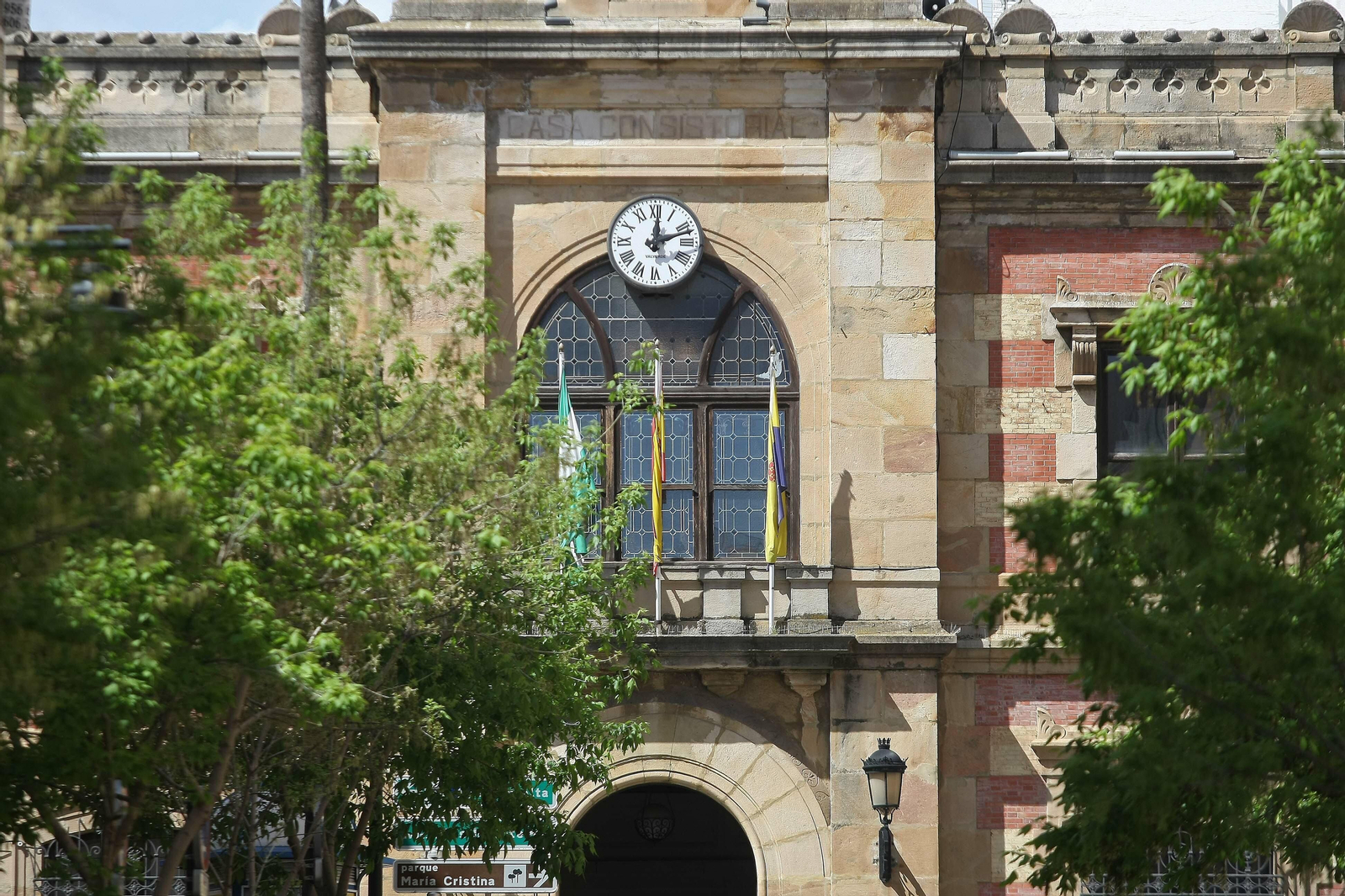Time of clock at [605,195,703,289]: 12:11
